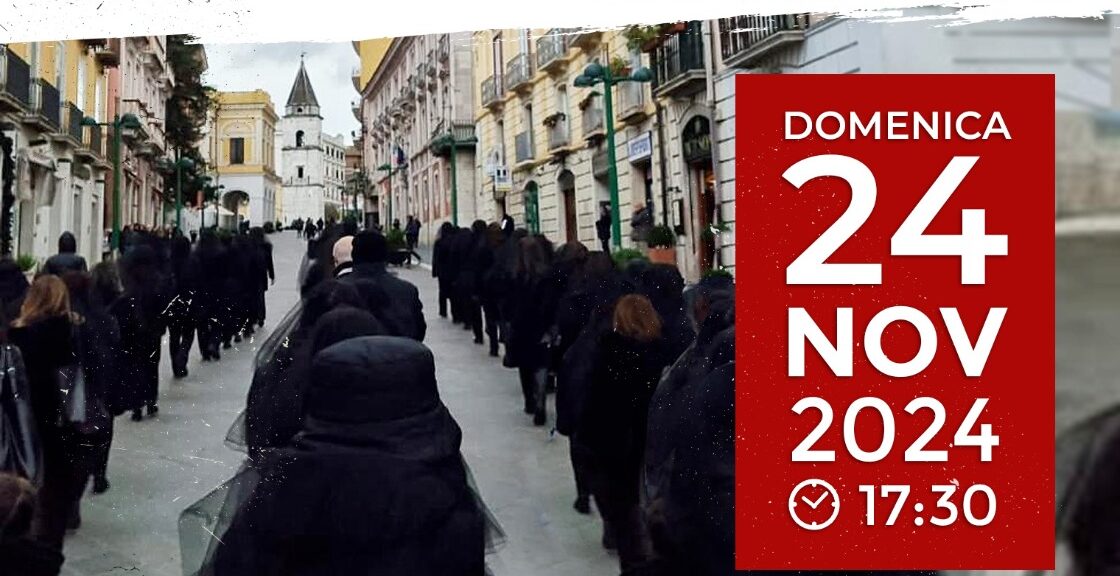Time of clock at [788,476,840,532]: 10:07
